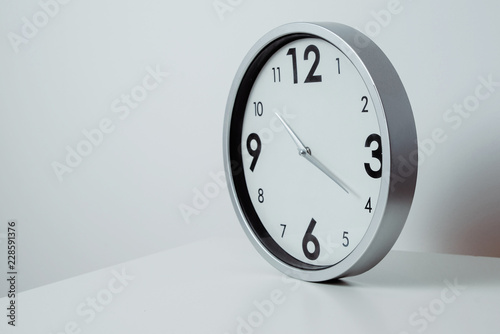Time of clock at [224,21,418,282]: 10:20
